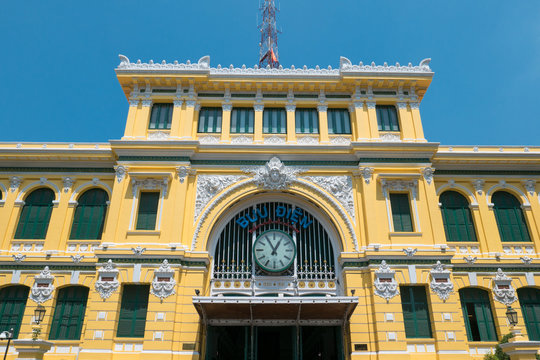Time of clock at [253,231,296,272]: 12:55
